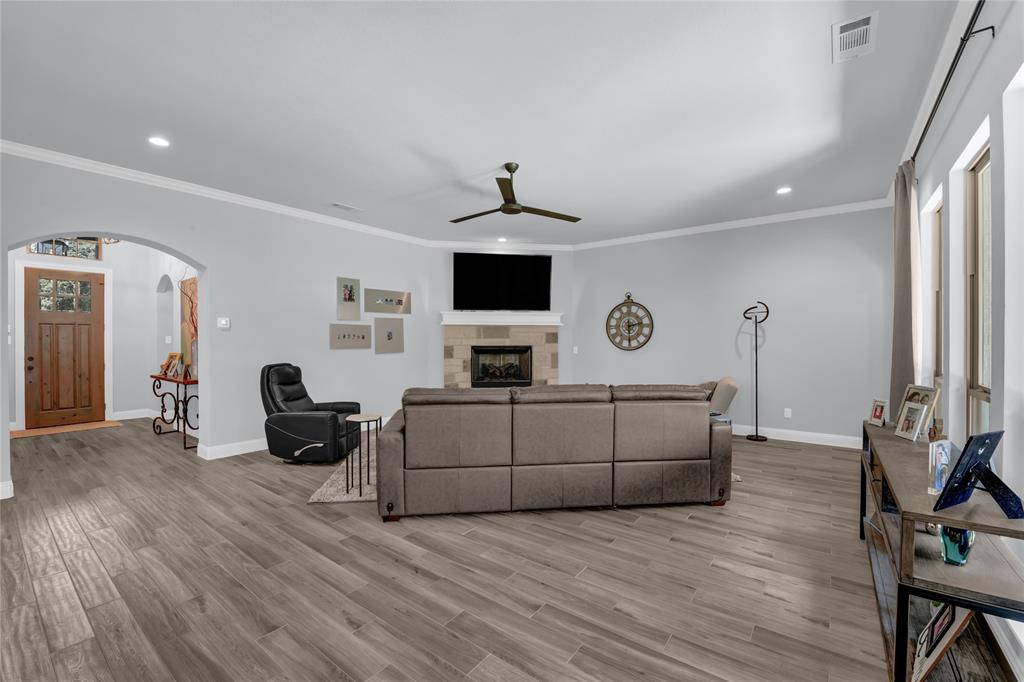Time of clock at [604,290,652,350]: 2:29
